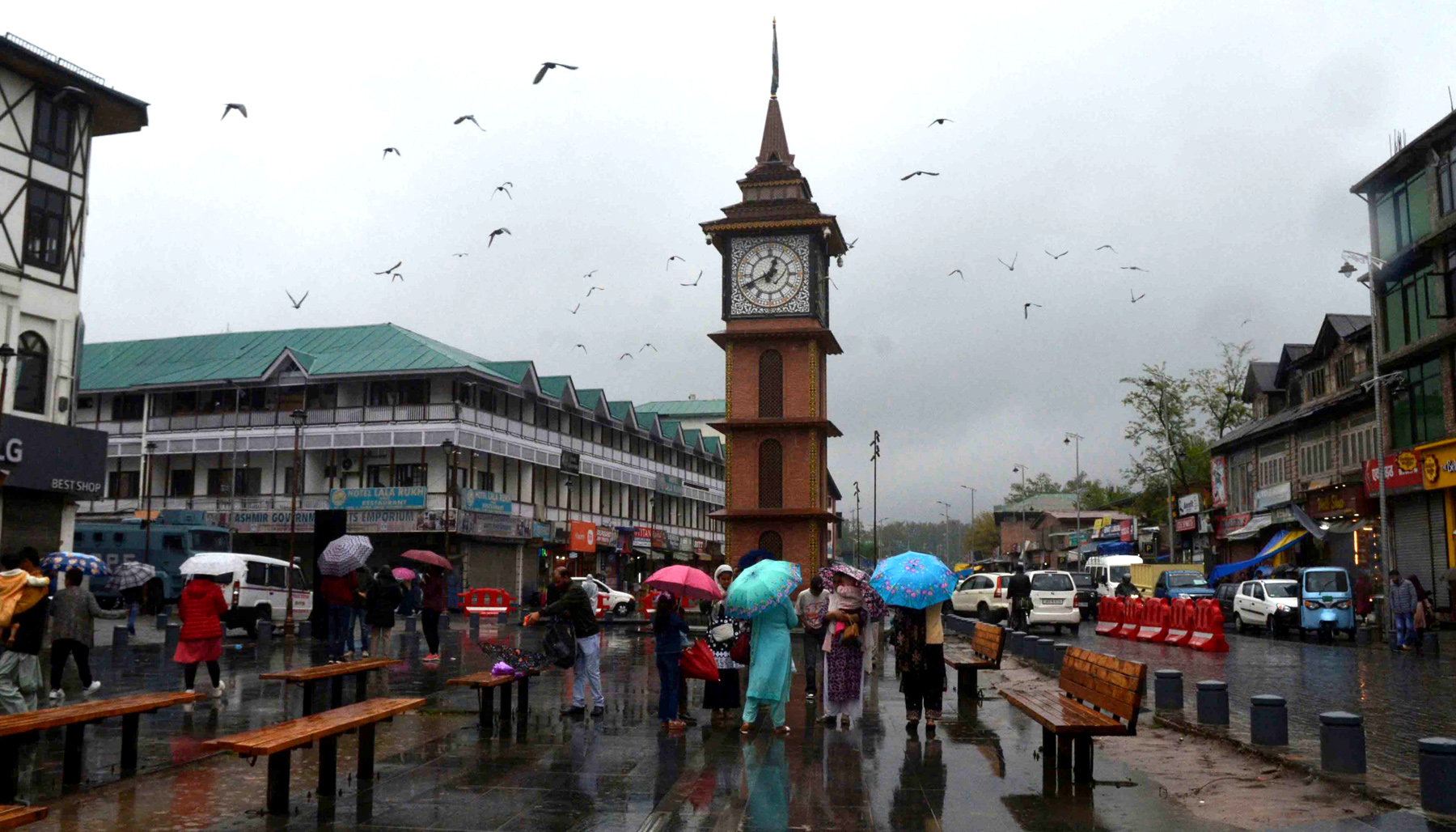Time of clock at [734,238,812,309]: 12:41
